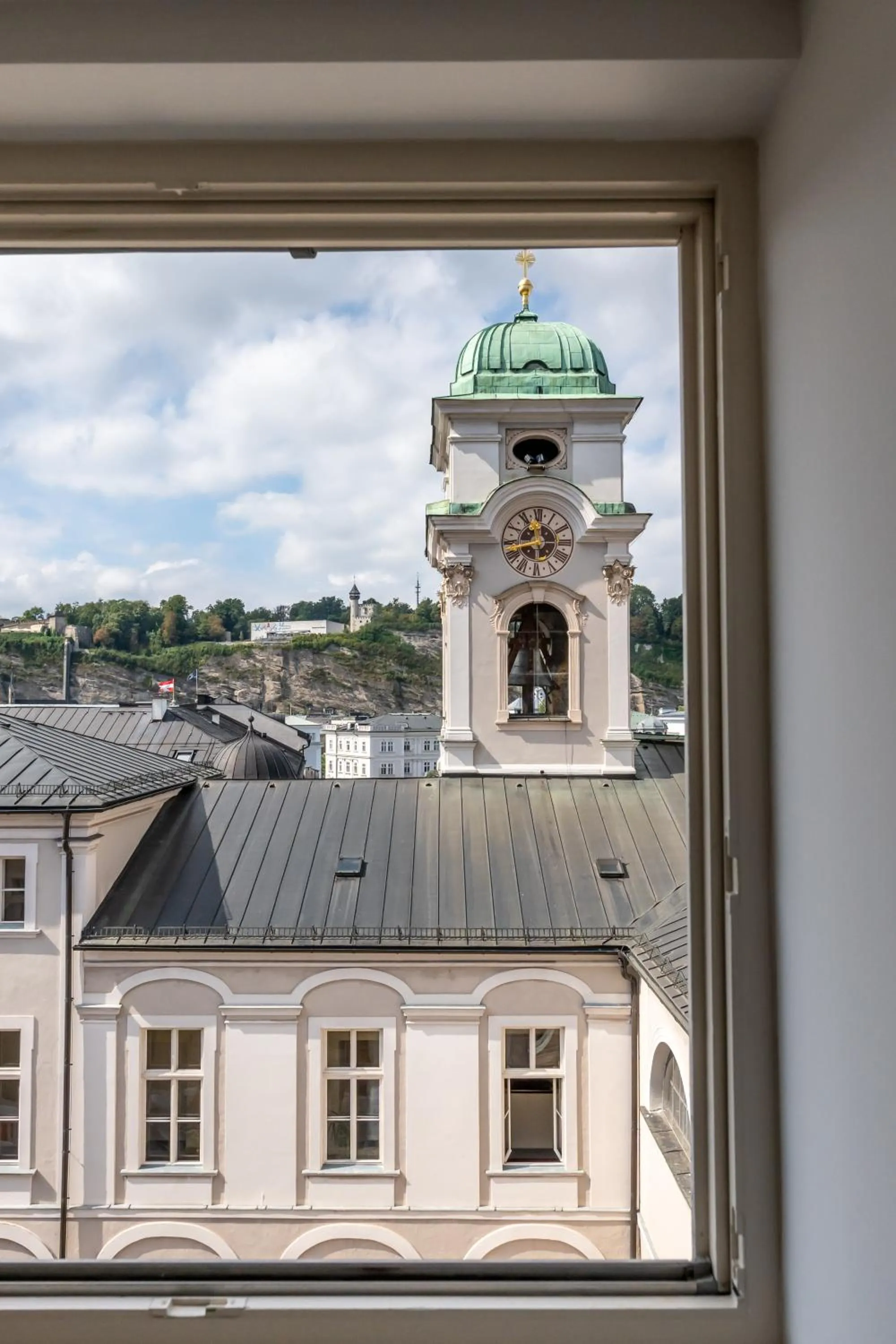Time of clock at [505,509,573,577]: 11:42
